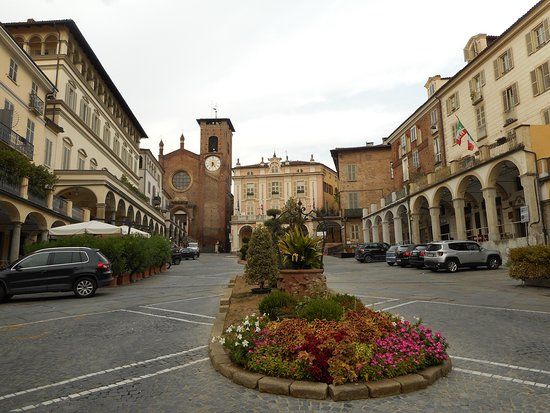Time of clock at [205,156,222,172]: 6:24
